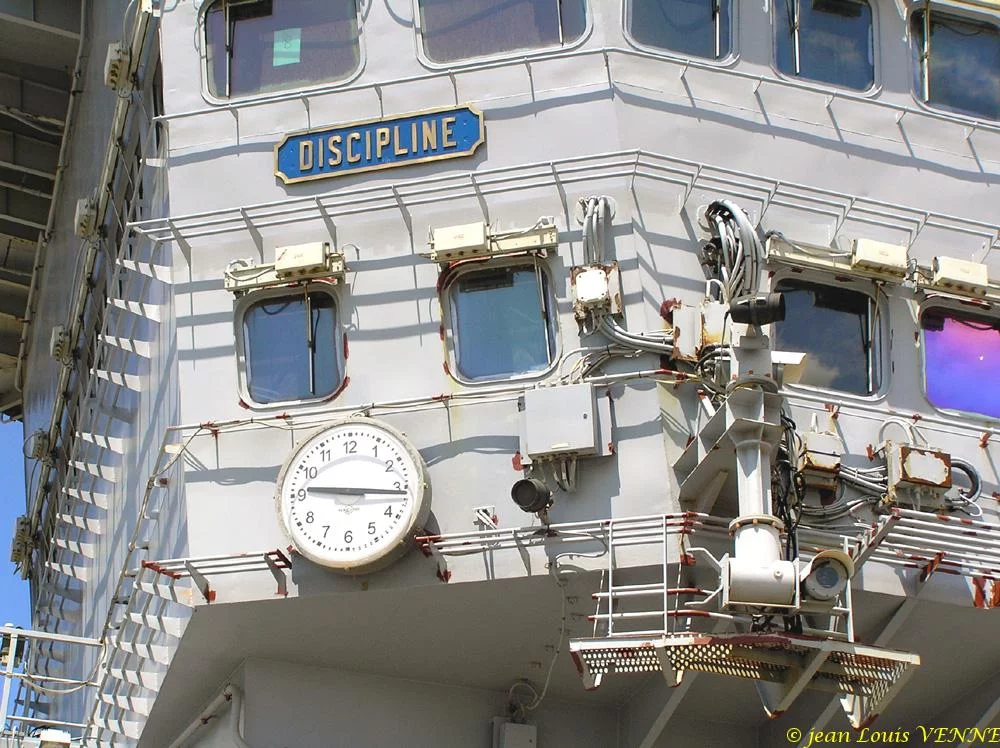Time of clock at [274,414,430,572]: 9:15
